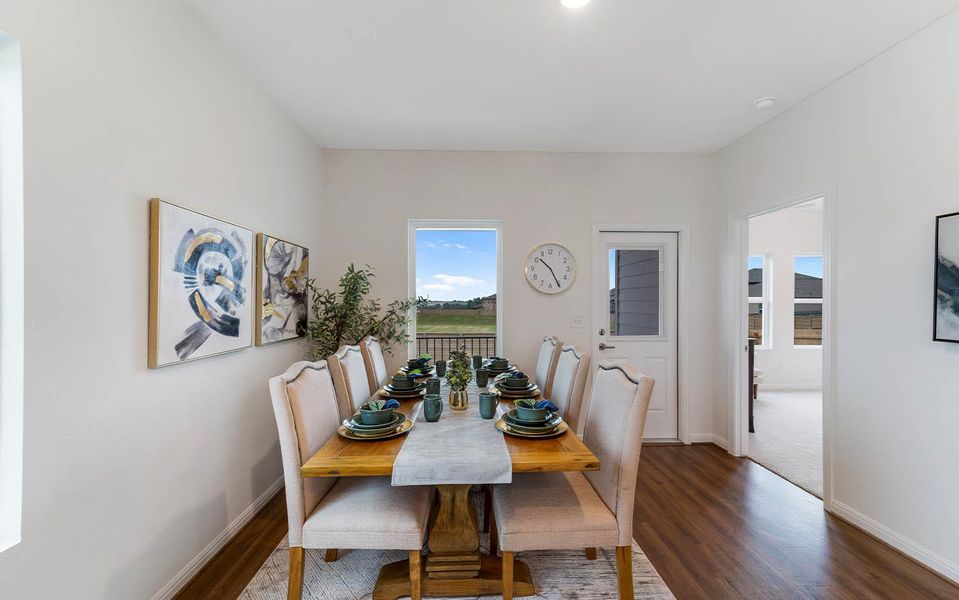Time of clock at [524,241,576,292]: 10:25
